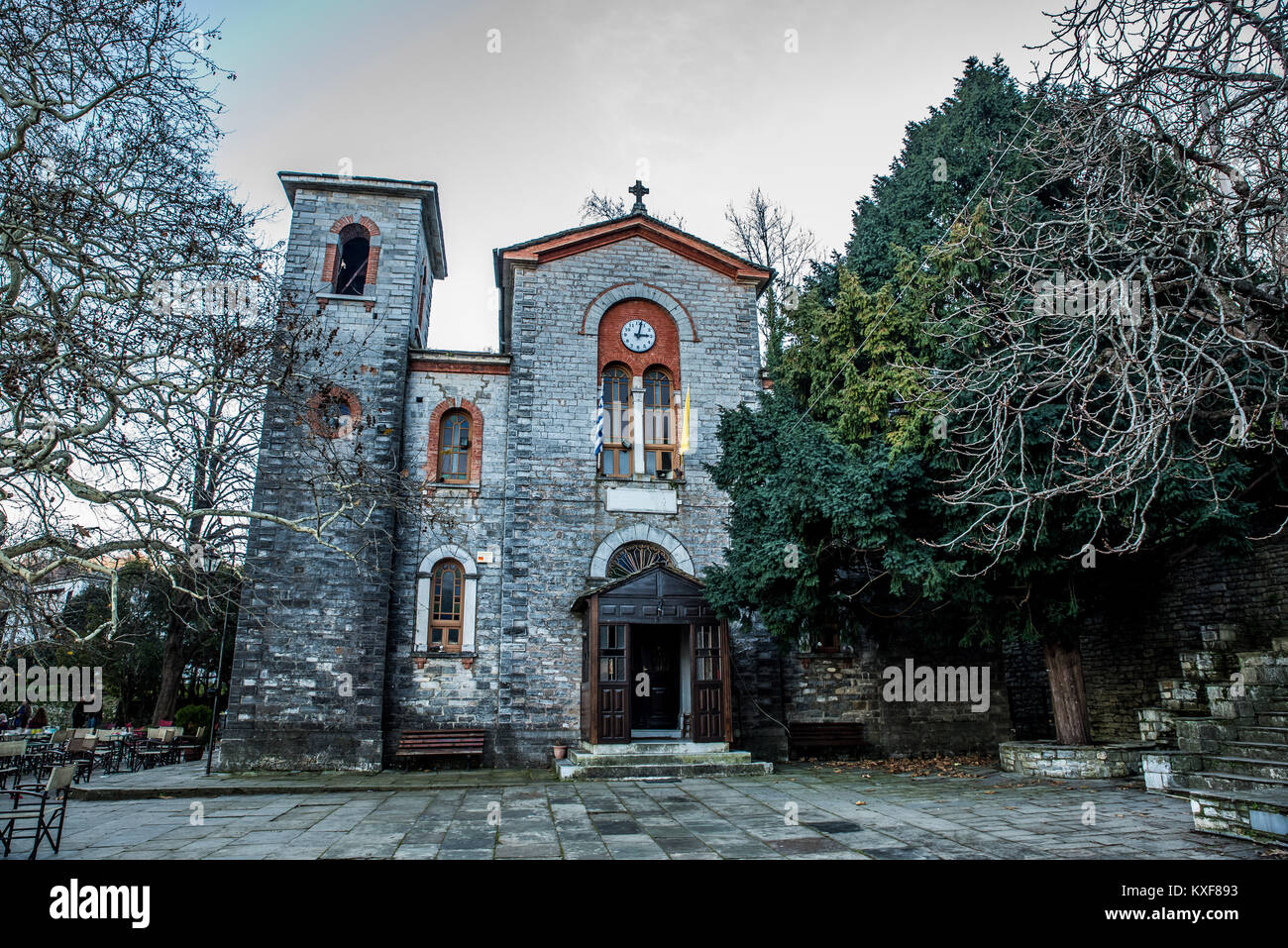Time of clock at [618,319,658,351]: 3:02
